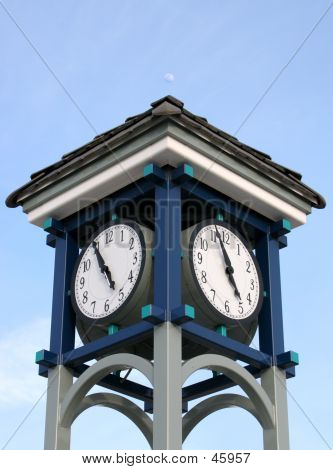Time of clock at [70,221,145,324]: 10:55
